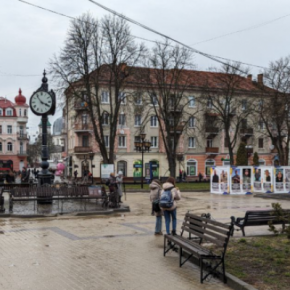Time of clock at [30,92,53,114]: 3:53
